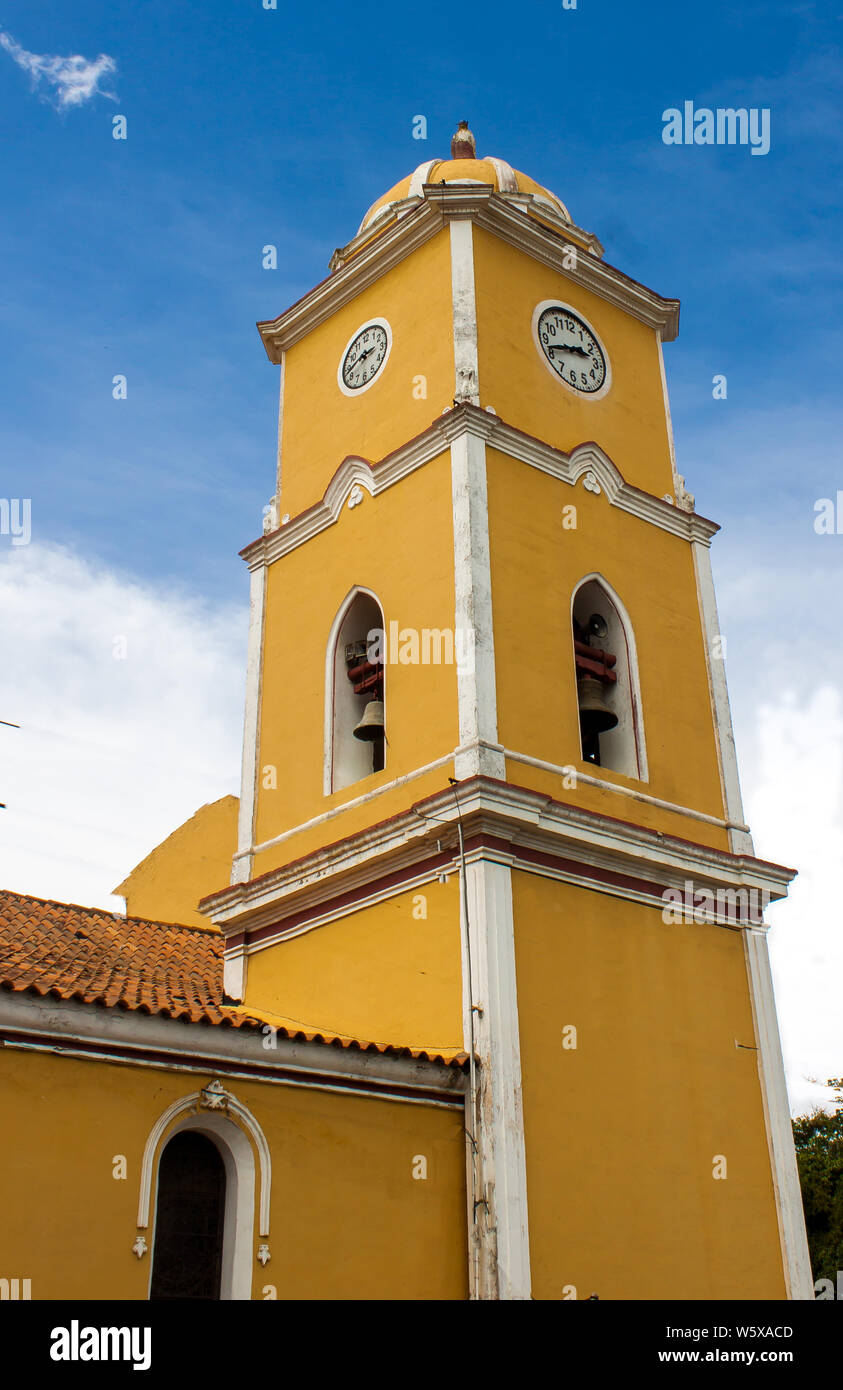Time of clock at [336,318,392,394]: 2:42
